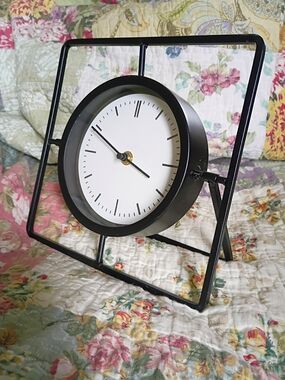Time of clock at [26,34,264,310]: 3:49
